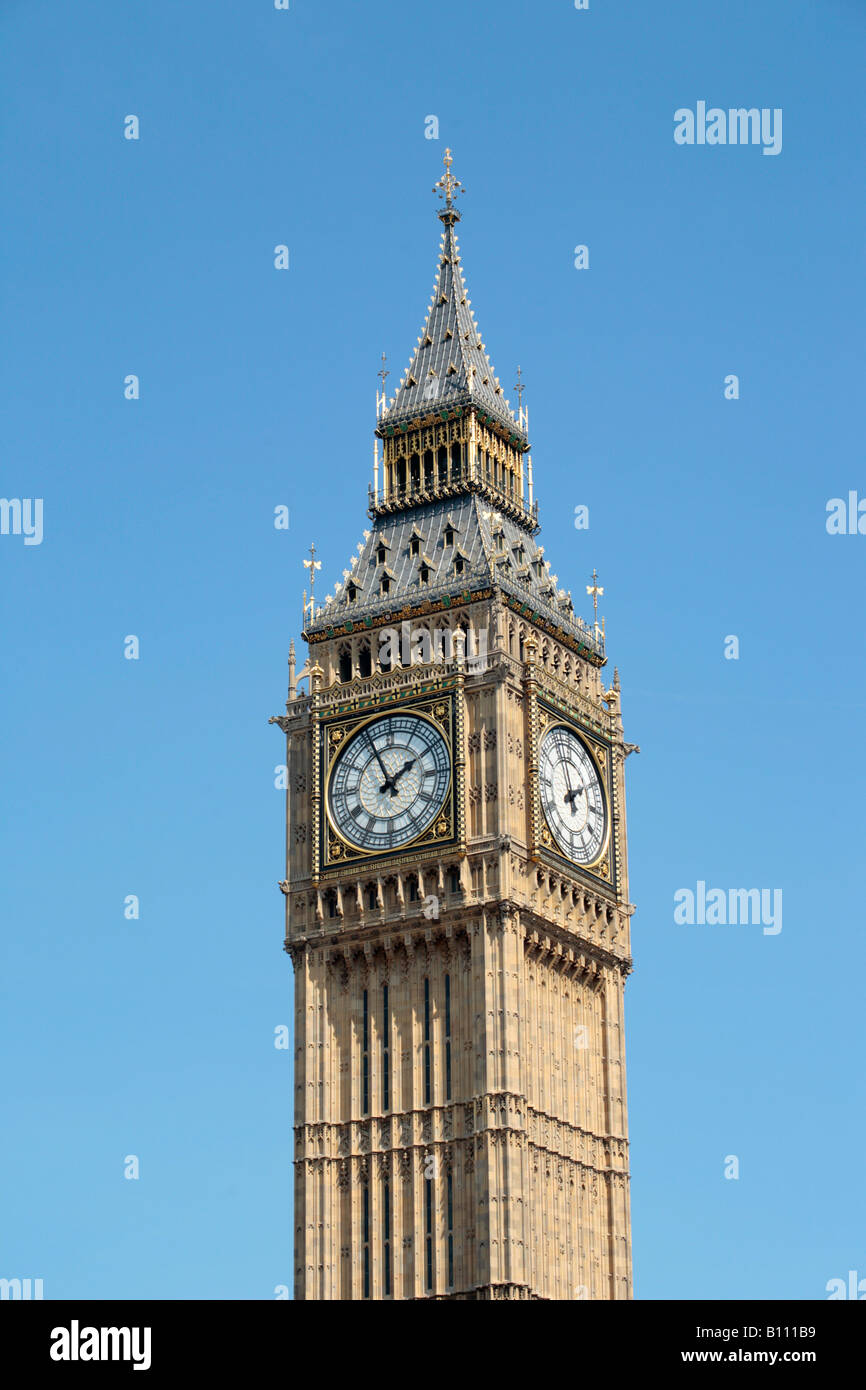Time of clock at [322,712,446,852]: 1:56
